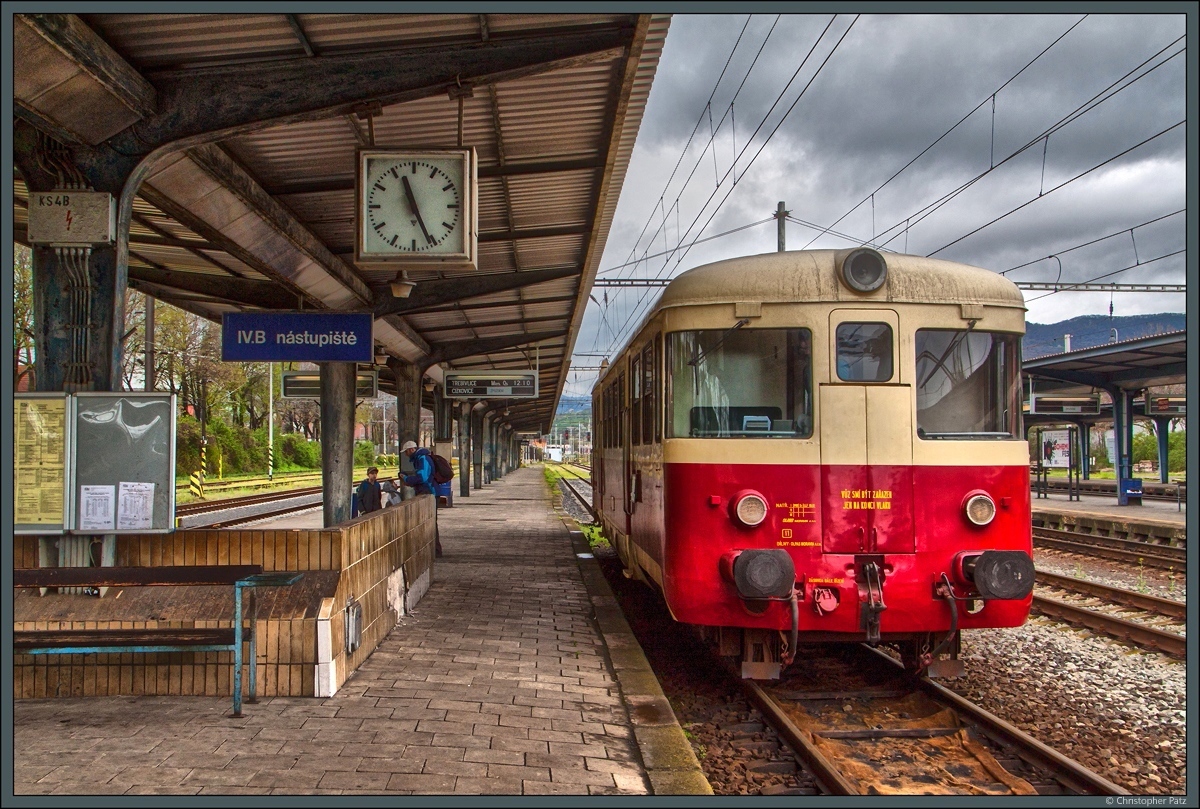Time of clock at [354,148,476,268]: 11:25
